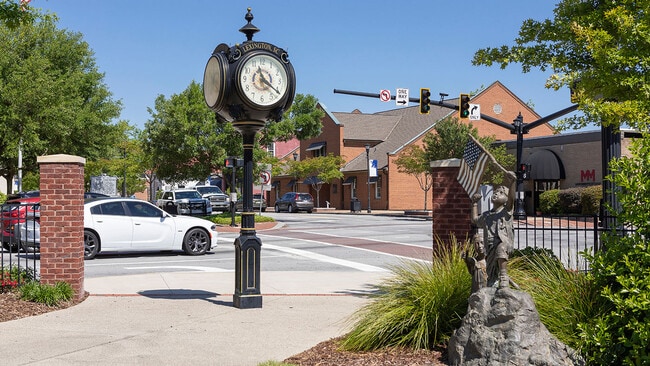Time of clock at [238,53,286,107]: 11:20
